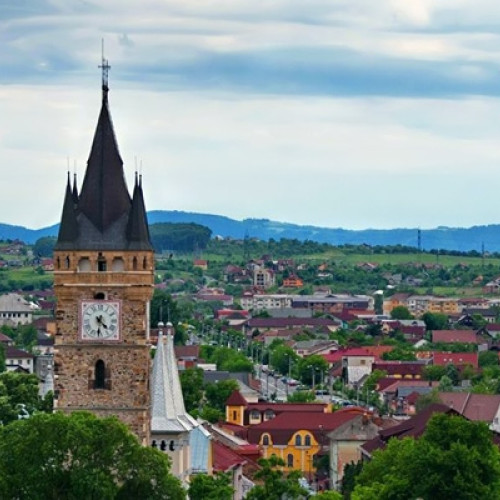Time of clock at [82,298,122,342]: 4:31
